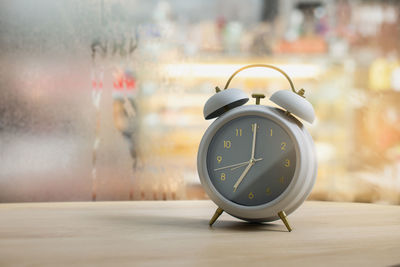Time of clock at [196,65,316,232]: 7:00
